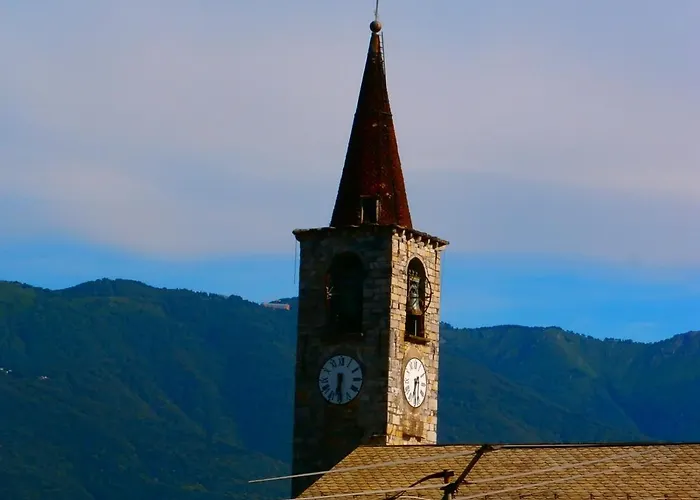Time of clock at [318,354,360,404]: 6:29
